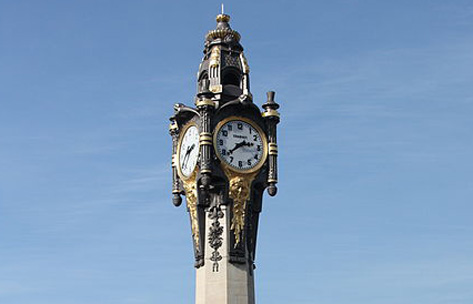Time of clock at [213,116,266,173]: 2:38
